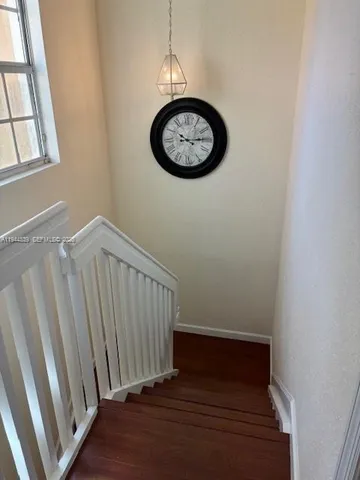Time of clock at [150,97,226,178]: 10:14
